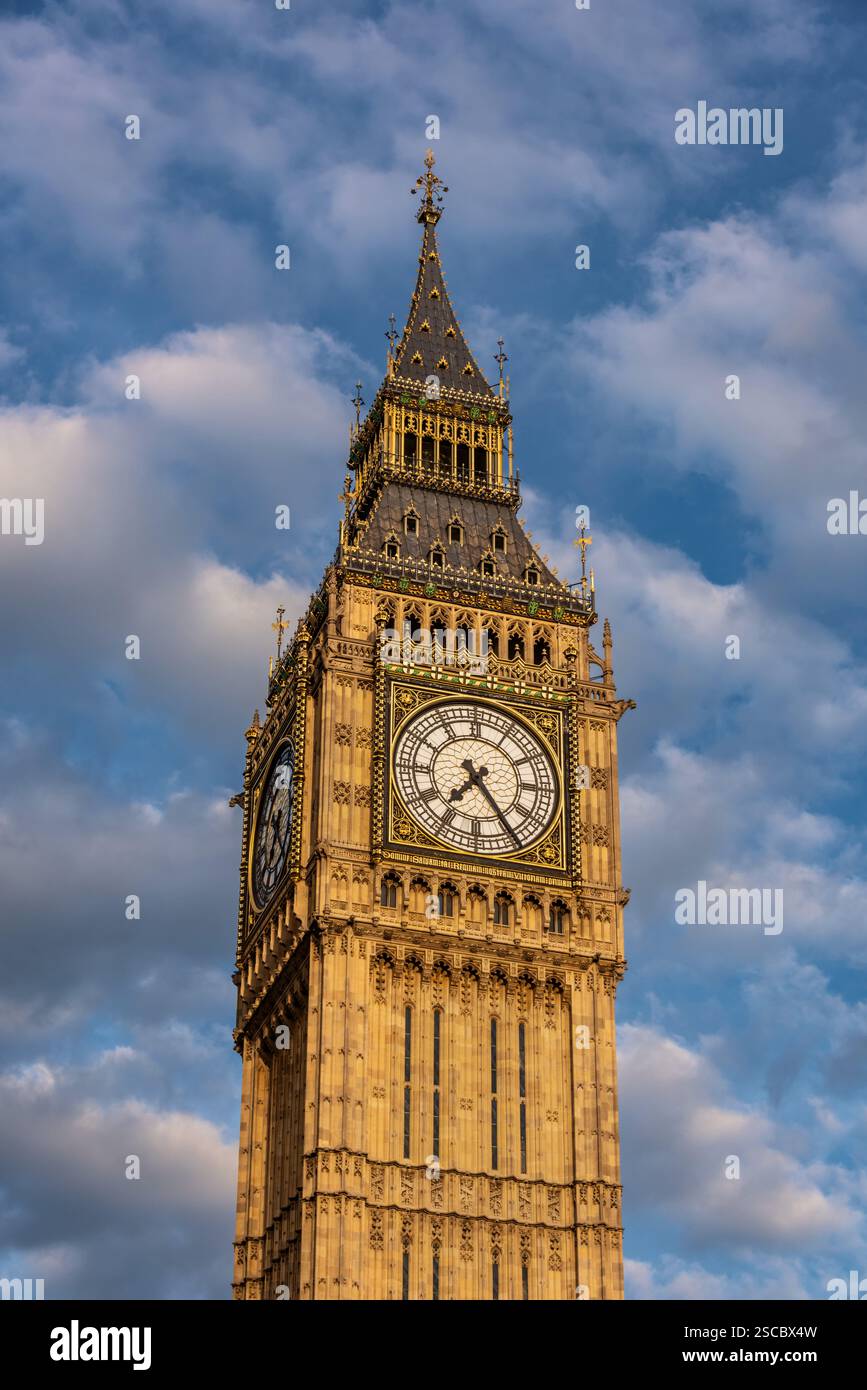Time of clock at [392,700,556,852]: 7:24
